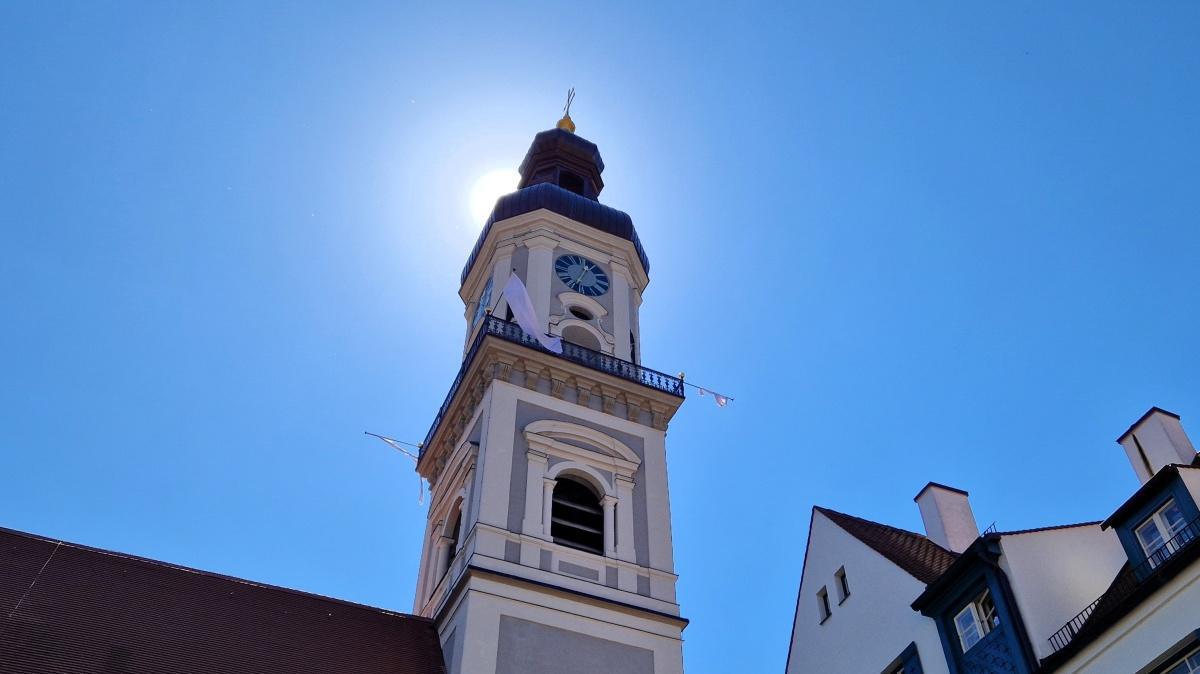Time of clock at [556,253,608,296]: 12:34
